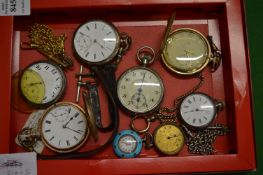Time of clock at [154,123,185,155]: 2:11
